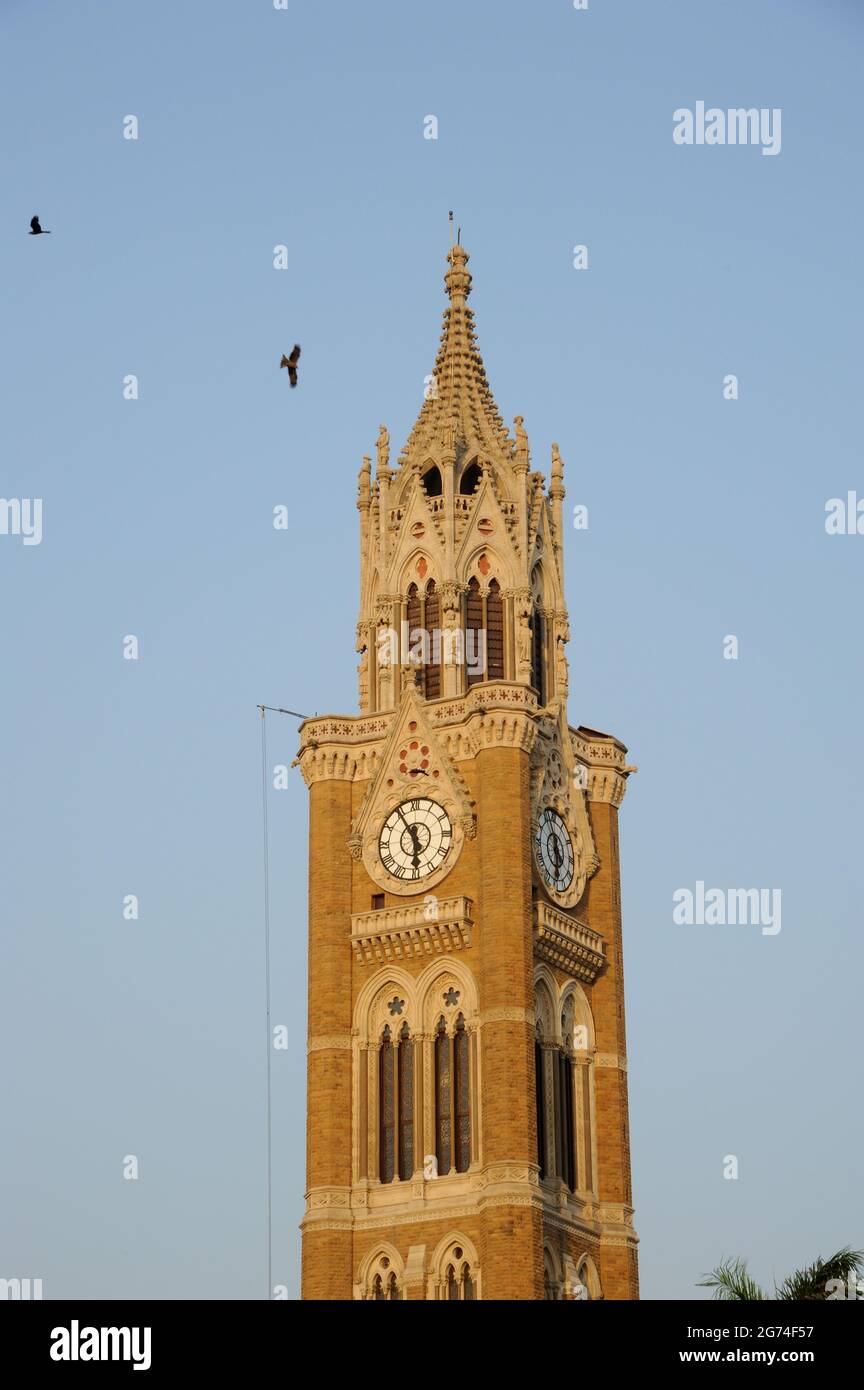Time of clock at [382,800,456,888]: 5:54
